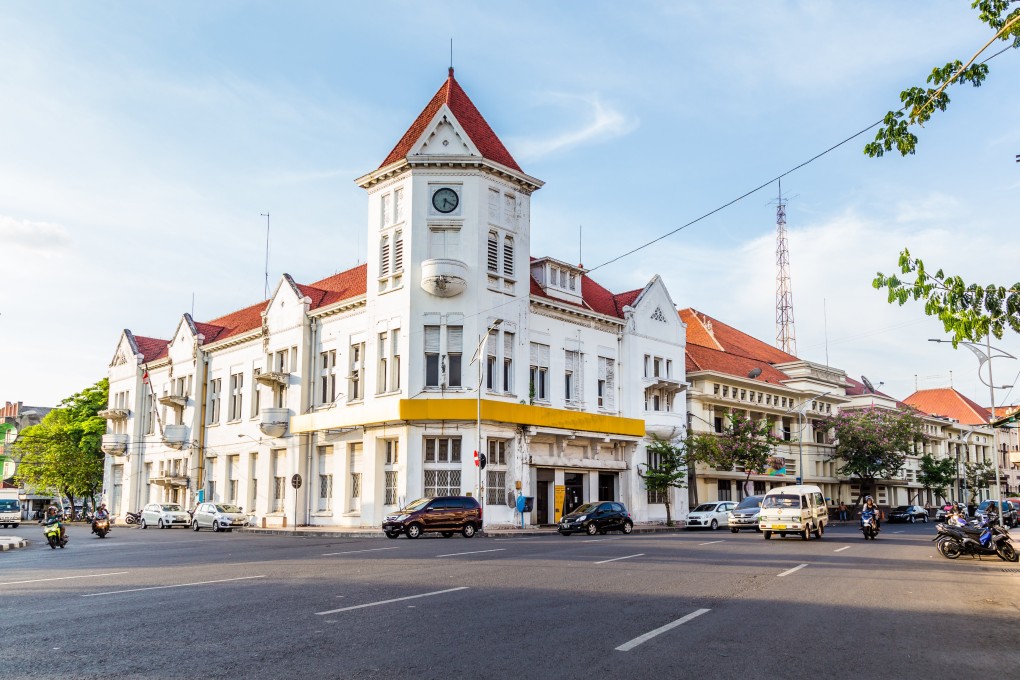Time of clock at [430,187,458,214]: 6:20
